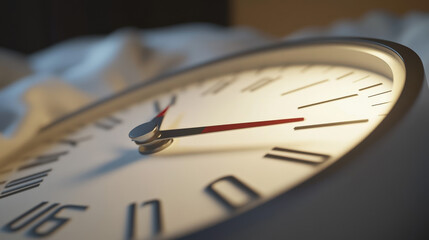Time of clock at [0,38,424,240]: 7:16
